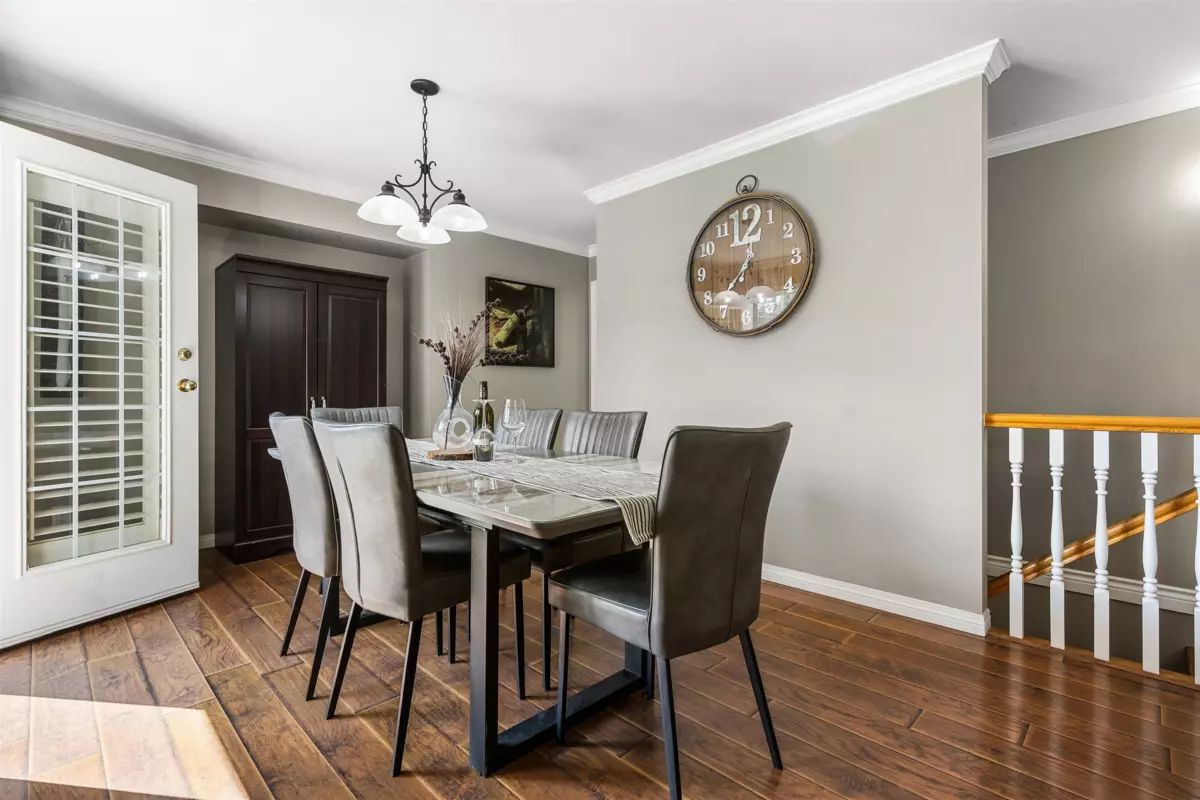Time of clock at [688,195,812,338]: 12:36
